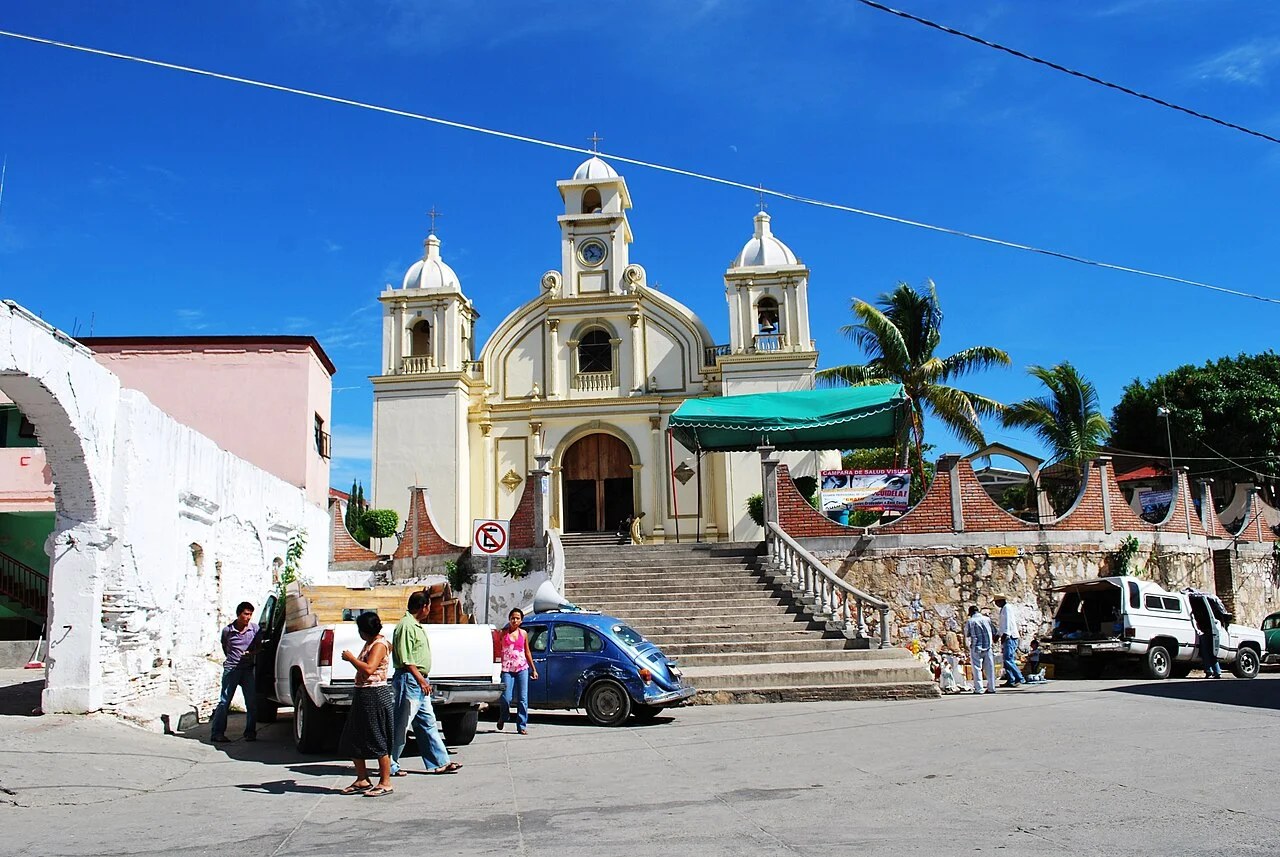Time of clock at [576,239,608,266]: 6:53
